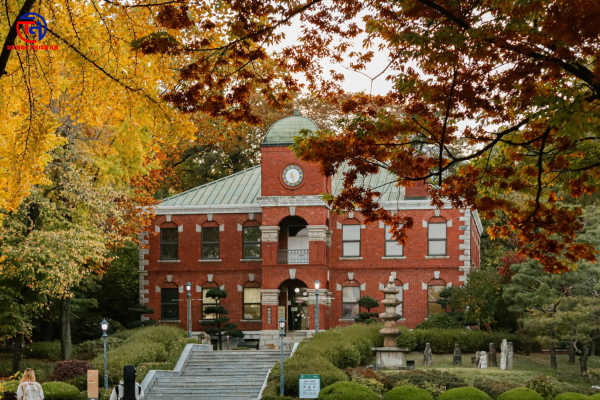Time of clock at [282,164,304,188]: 5:26
